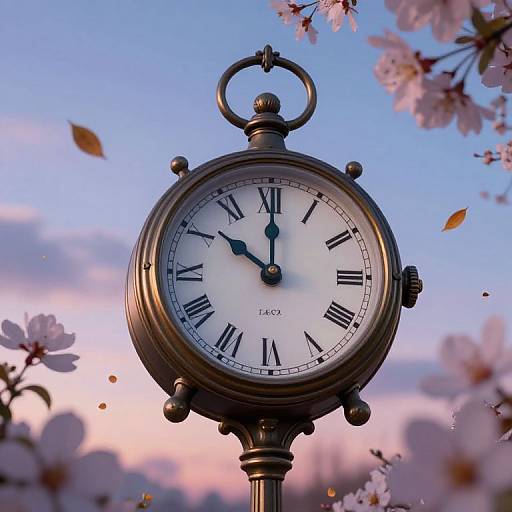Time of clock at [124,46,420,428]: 10:00
